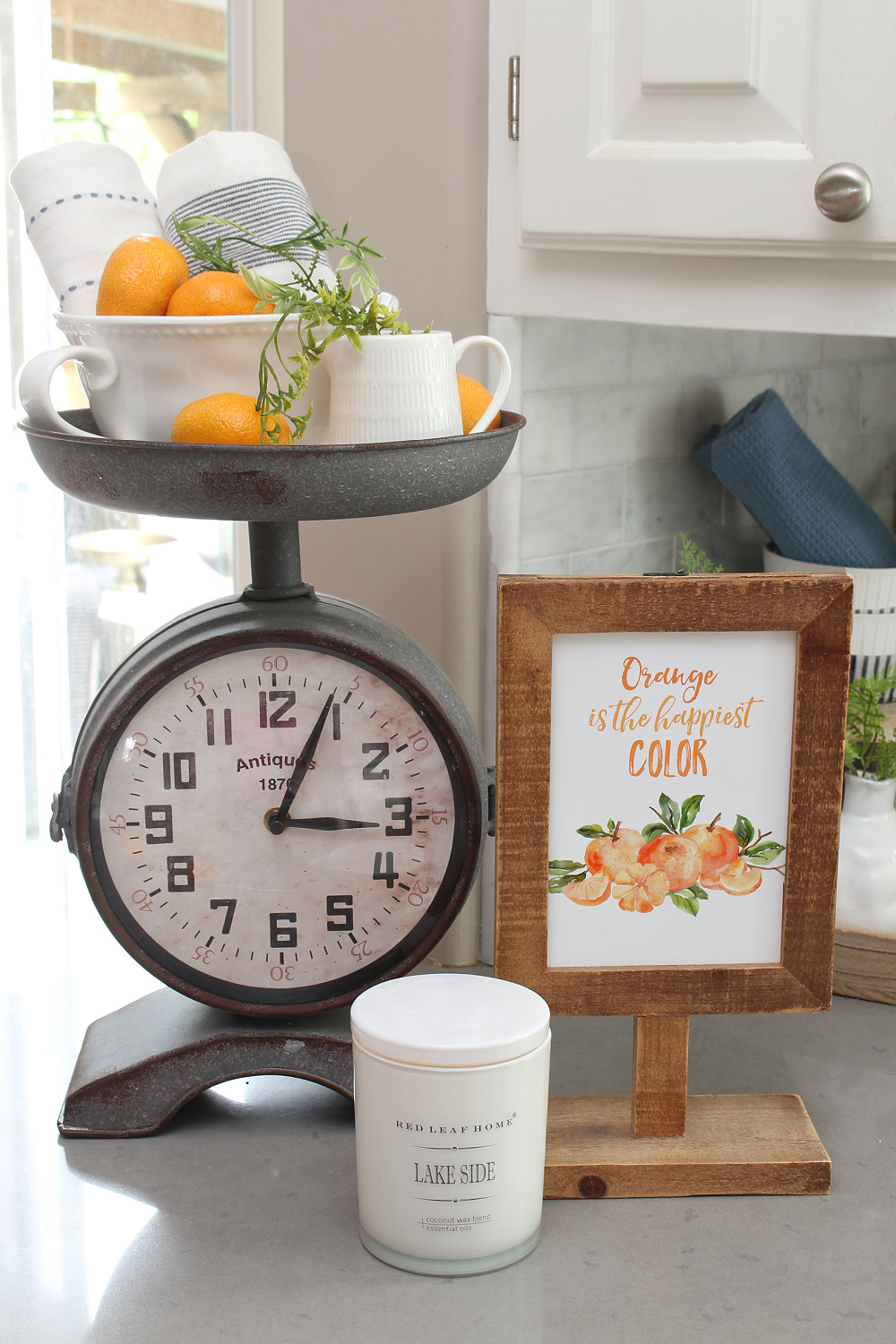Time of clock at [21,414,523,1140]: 3:04
